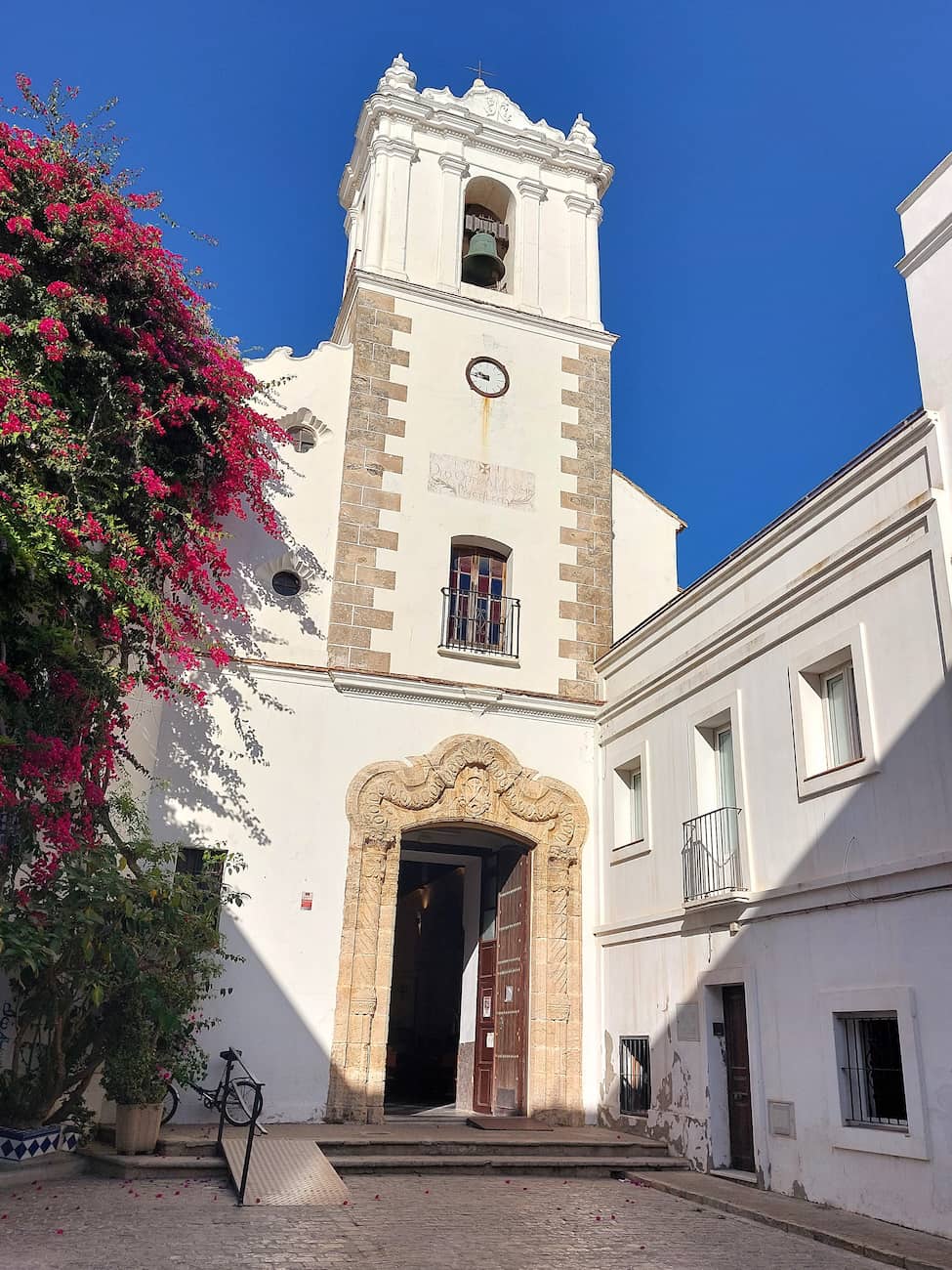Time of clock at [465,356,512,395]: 9:45
